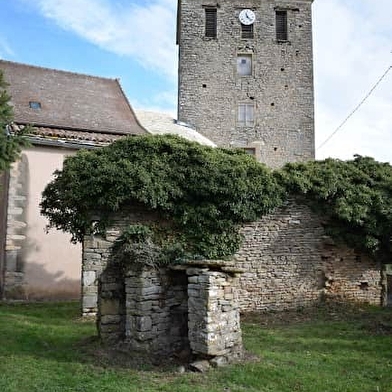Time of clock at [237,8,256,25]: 11:22
